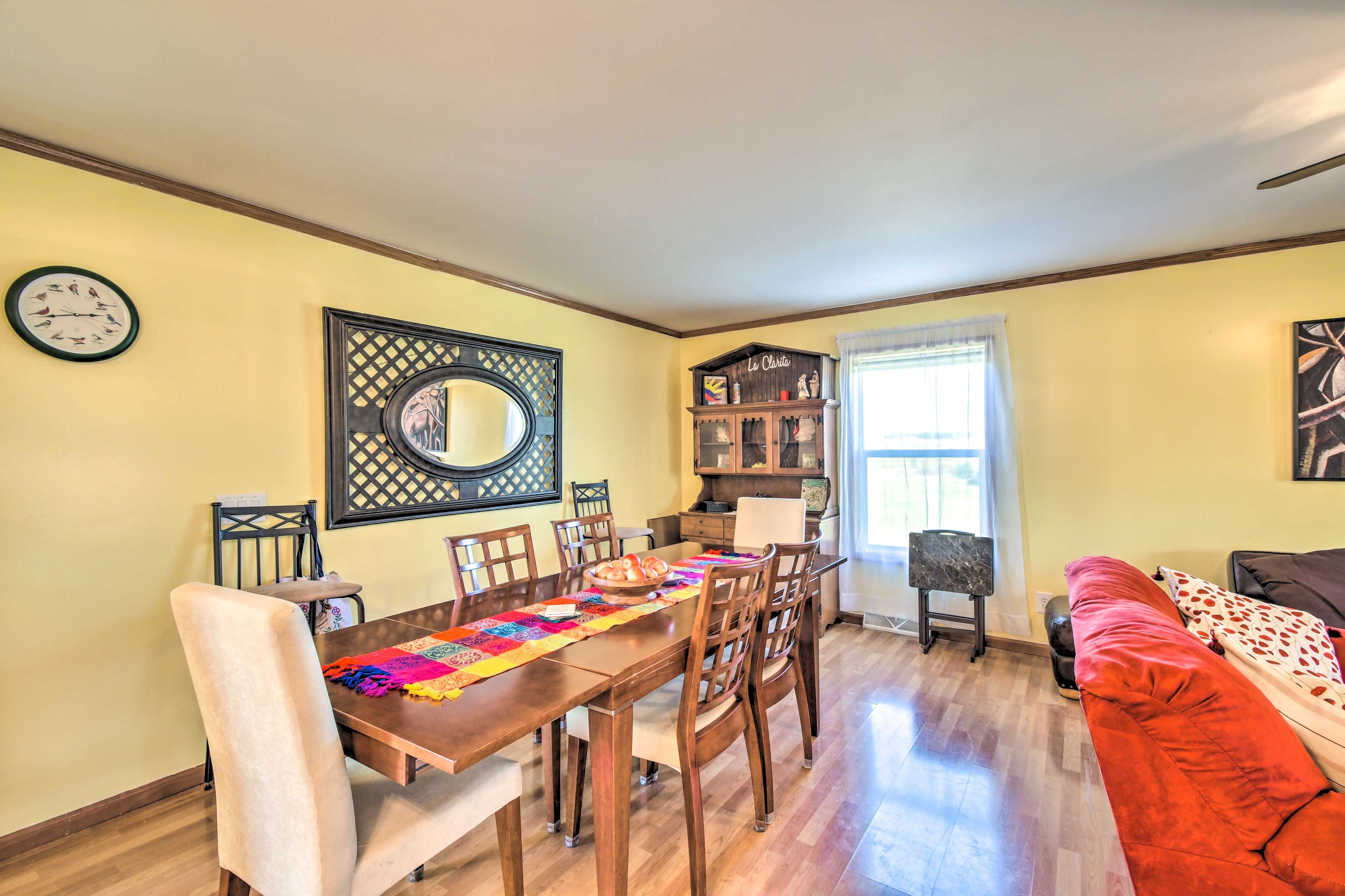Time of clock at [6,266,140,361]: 2:42
